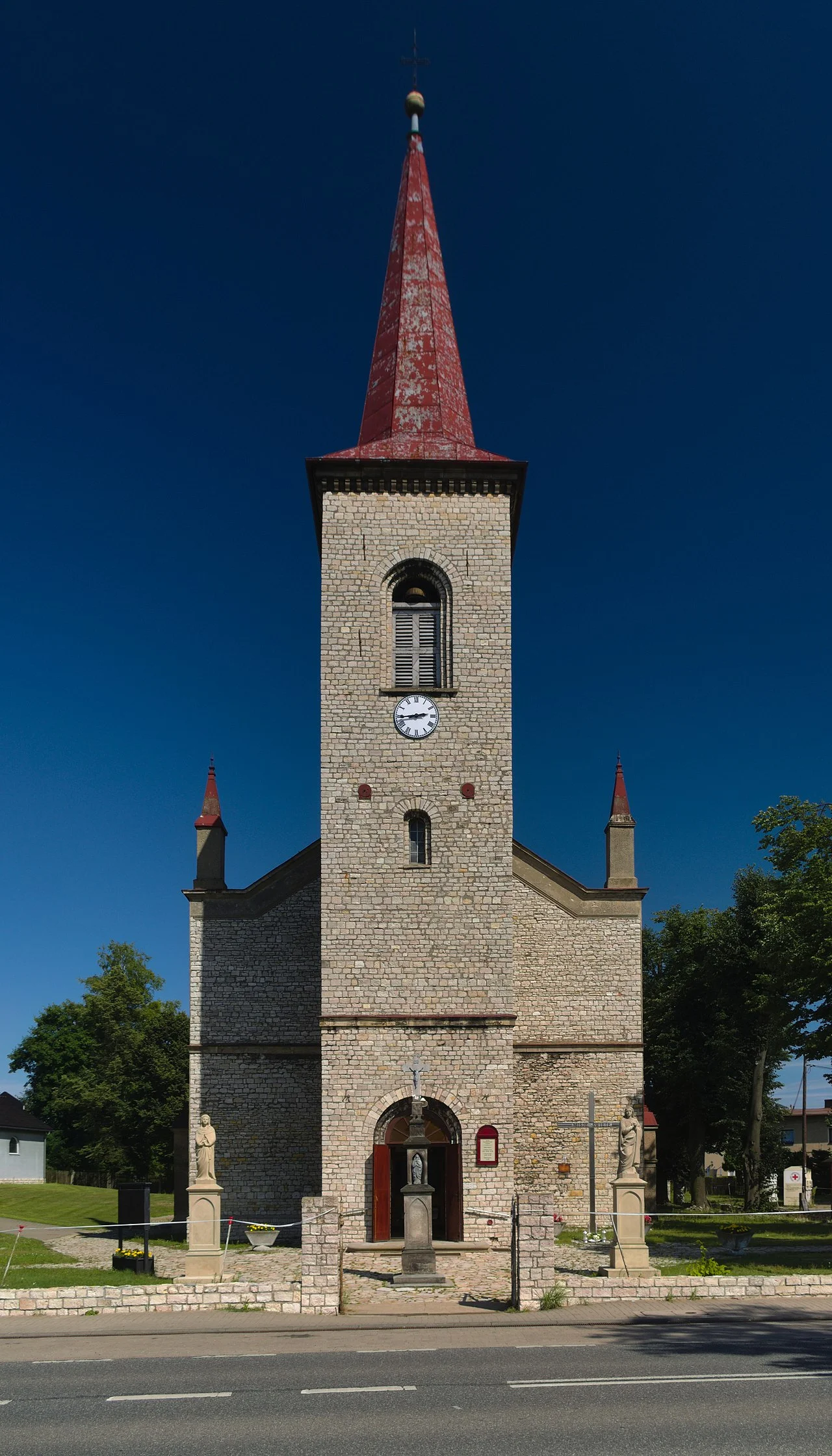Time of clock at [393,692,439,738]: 2:44
